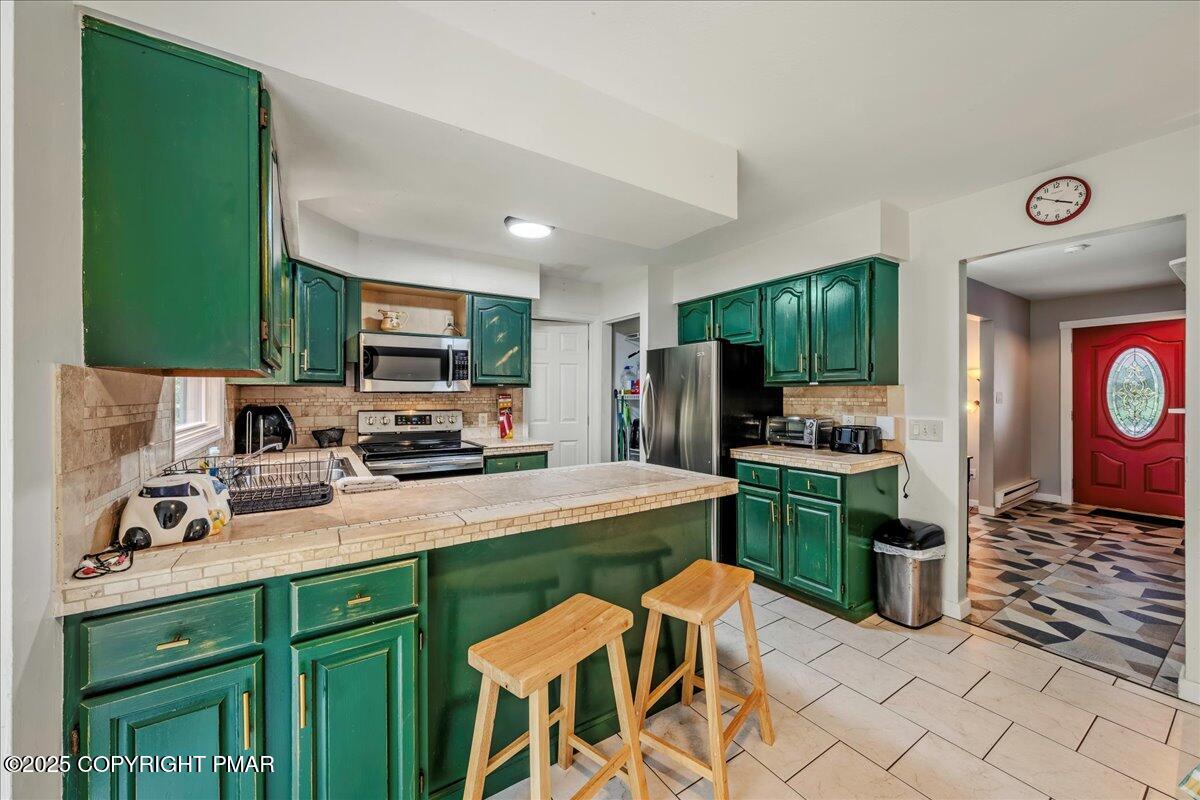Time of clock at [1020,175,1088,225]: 3:49
